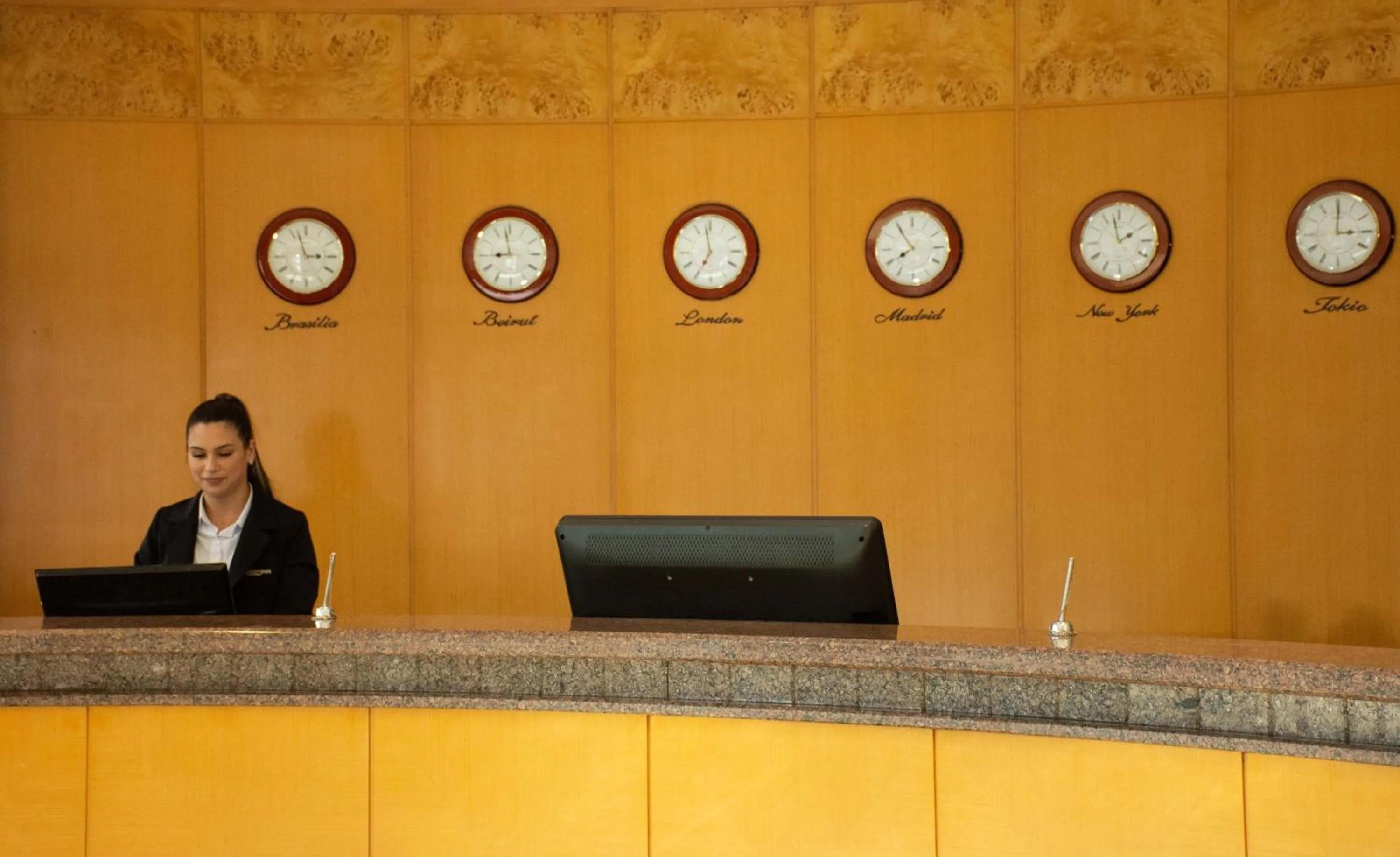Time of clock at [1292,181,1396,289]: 3:00
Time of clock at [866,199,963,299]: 7:54
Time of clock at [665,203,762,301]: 6:58
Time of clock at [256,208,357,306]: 2:57
